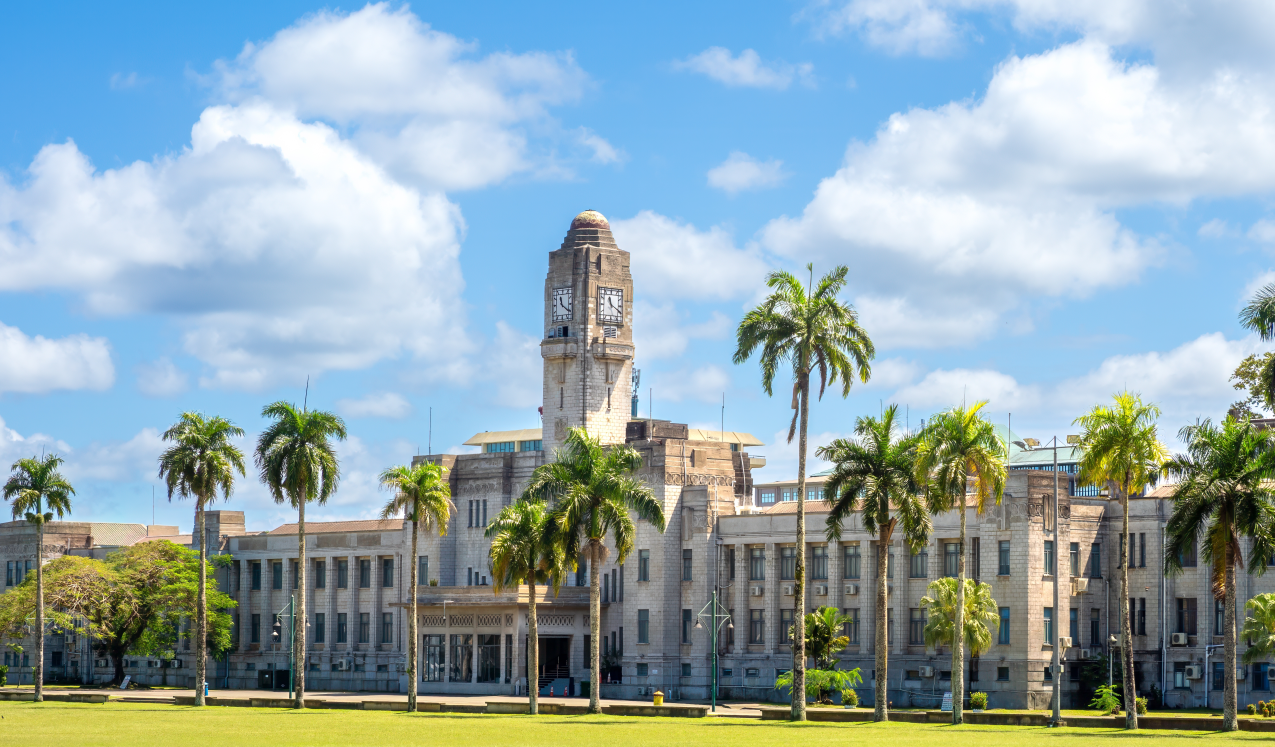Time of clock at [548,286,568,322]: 11:20
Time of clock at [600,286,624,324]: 11:19
